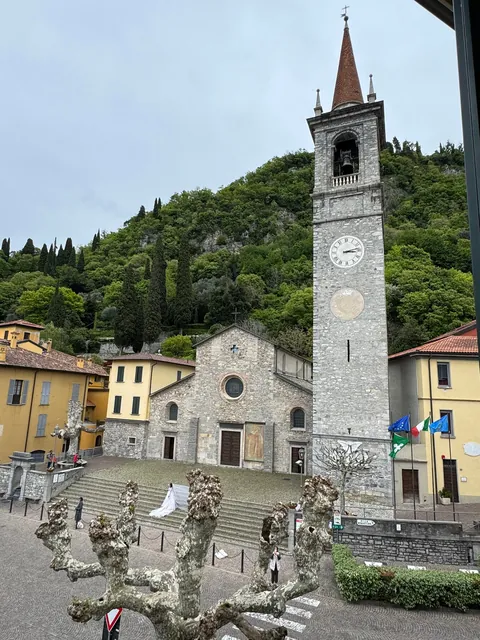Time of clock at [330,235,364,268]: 3:13
